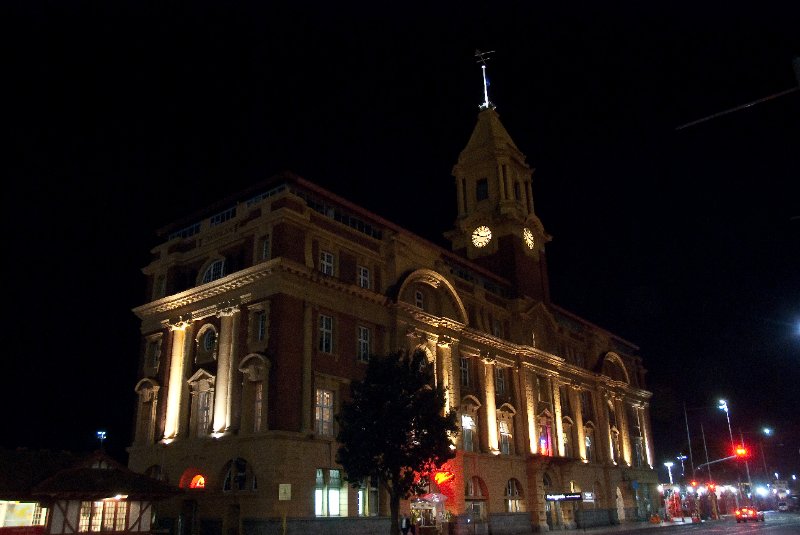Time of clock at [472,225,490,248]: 10:17
